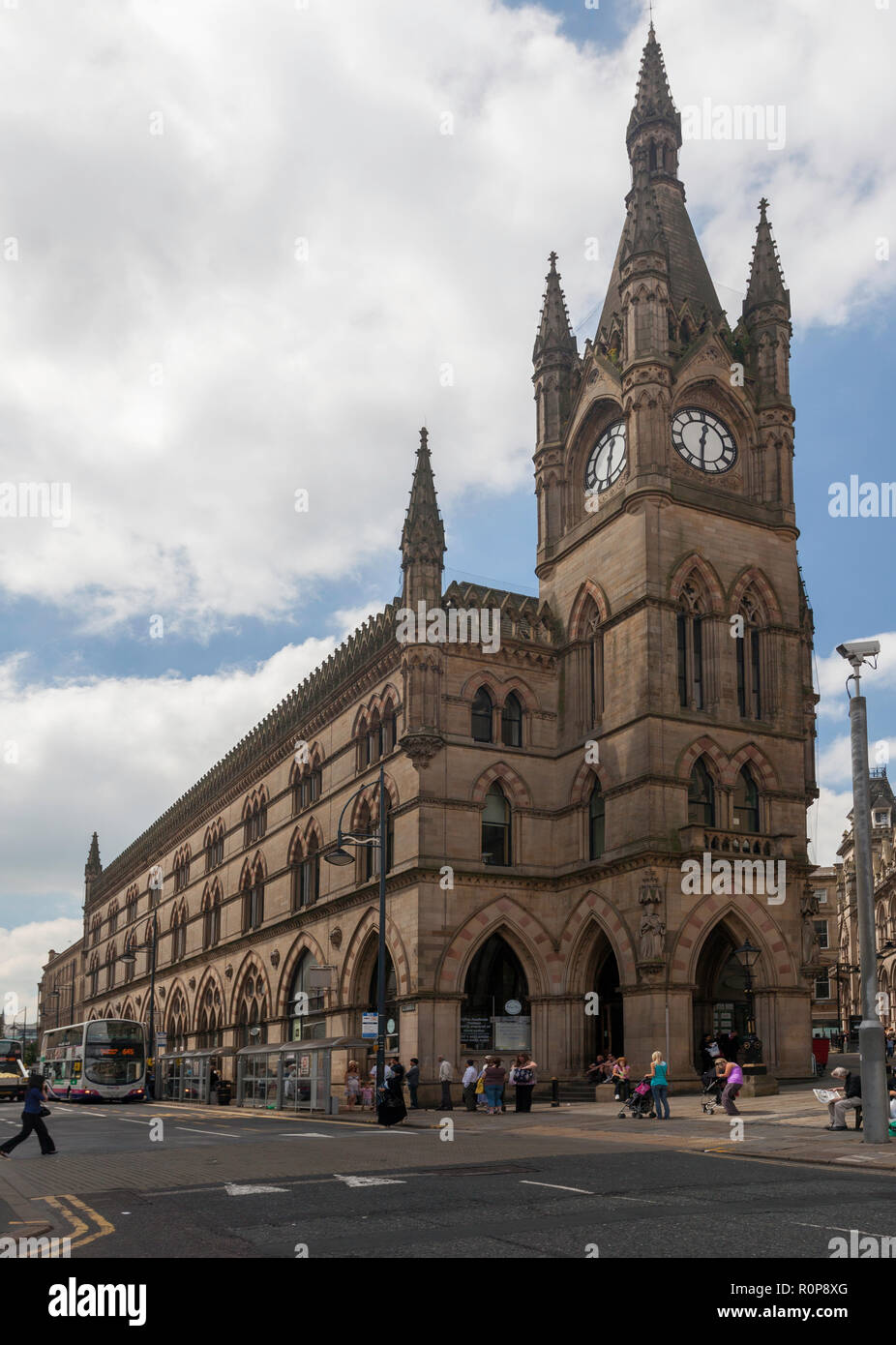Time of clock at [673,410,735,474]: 12:30
